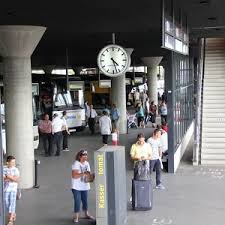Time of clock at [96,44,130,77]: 4:27
